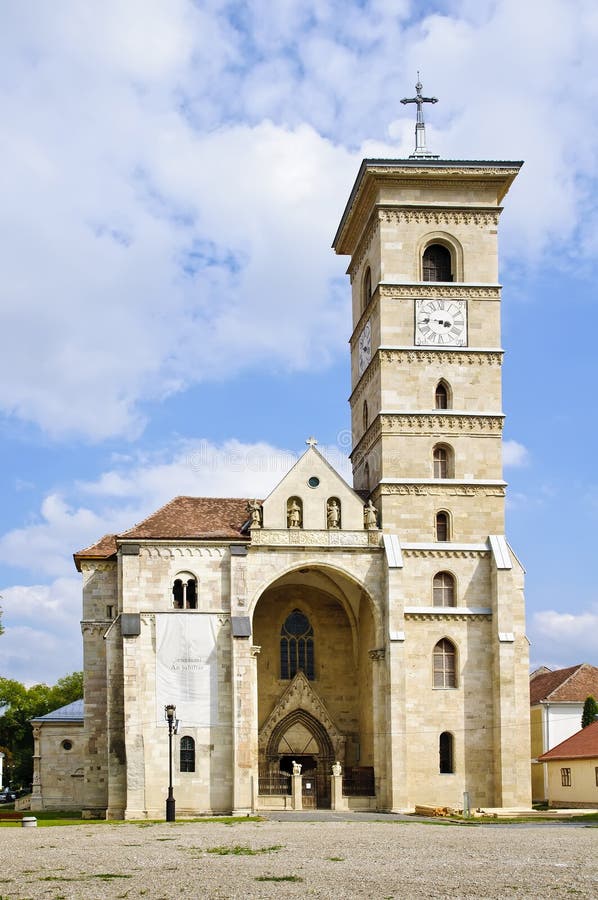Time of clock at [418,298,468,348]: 3:46
